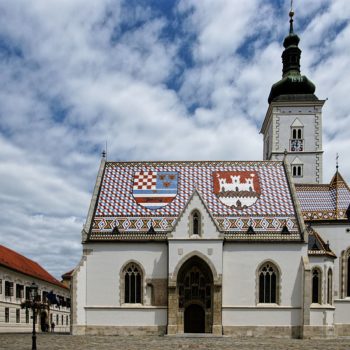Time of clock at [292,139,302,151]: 11:46
